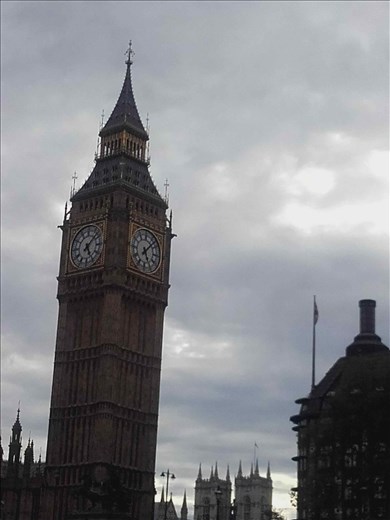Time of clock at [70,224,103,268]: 5:07
